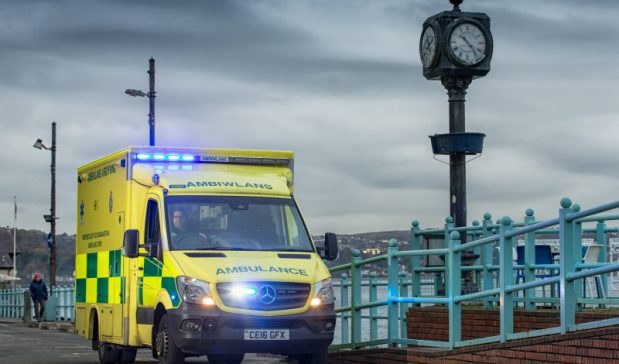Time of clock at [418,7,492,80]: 10:22
